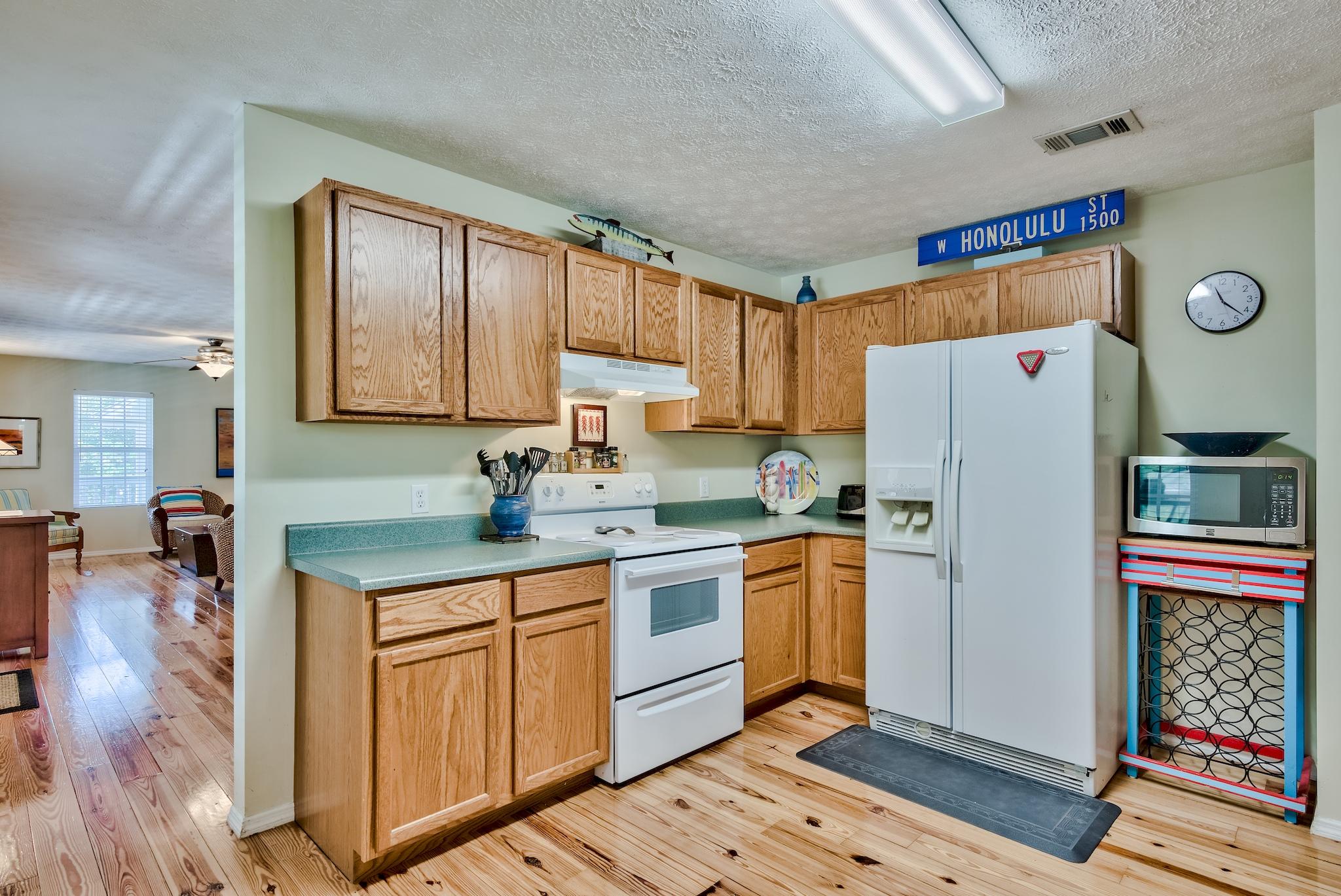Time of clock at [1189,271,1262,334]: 11:22
